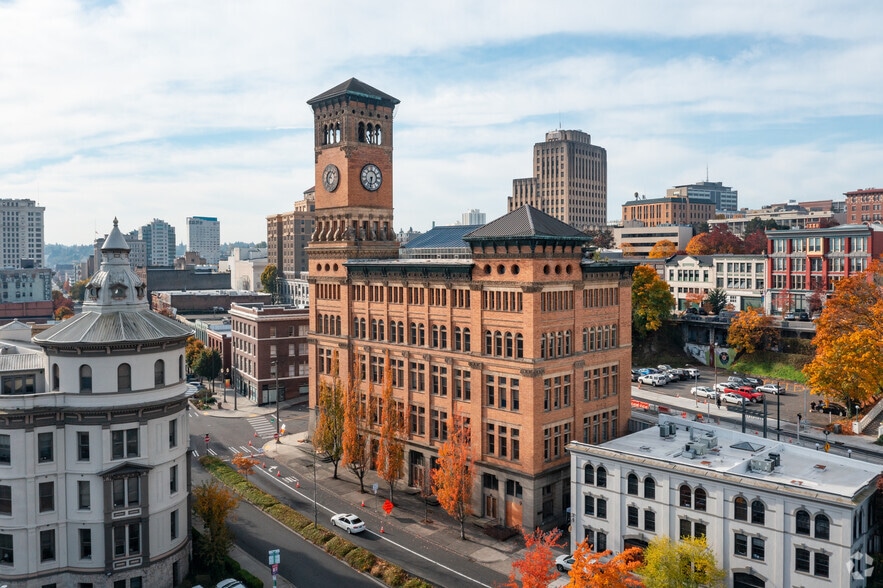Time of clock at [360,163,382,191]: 6:32
